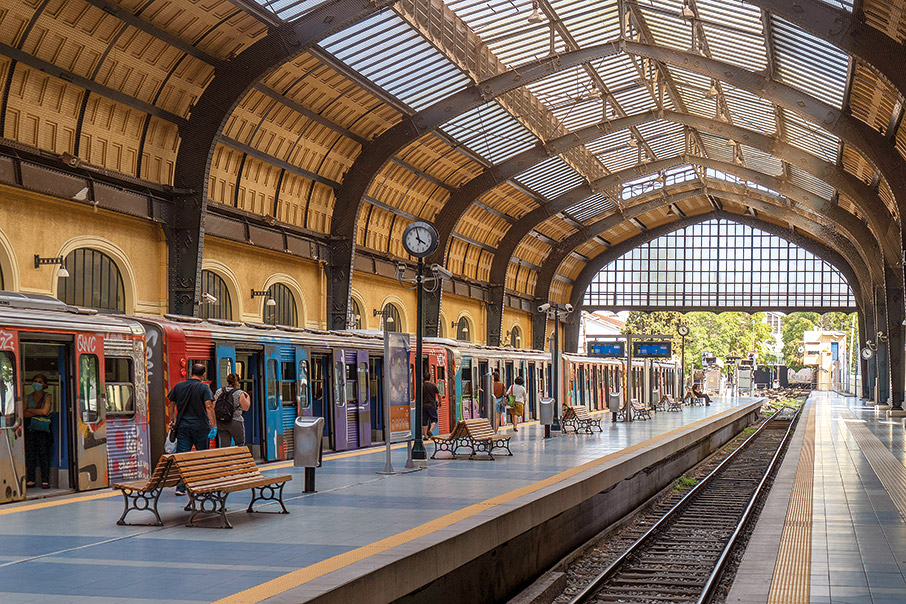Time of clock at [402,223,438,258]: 3:57
